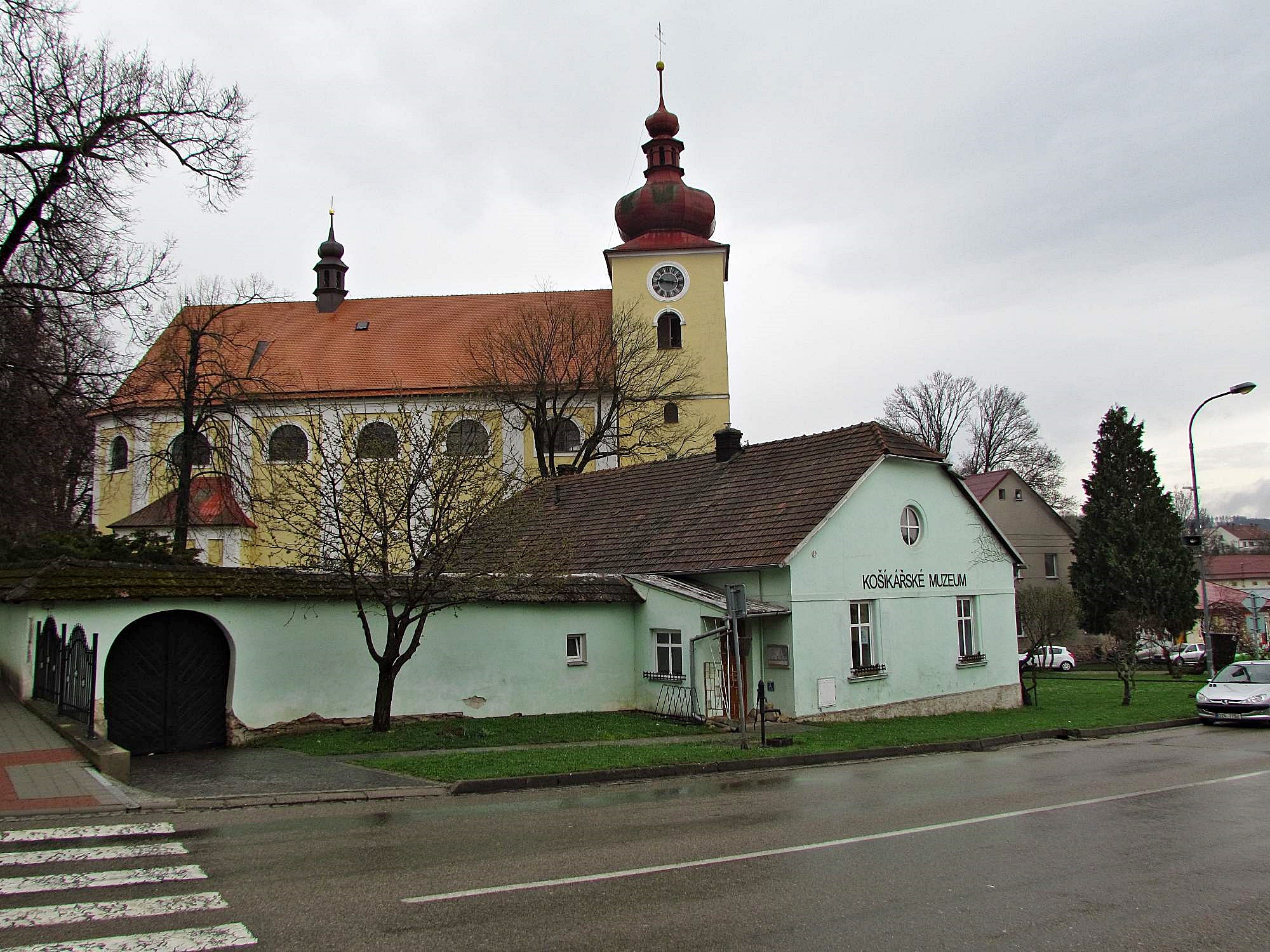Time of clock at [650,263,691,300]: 9:16
